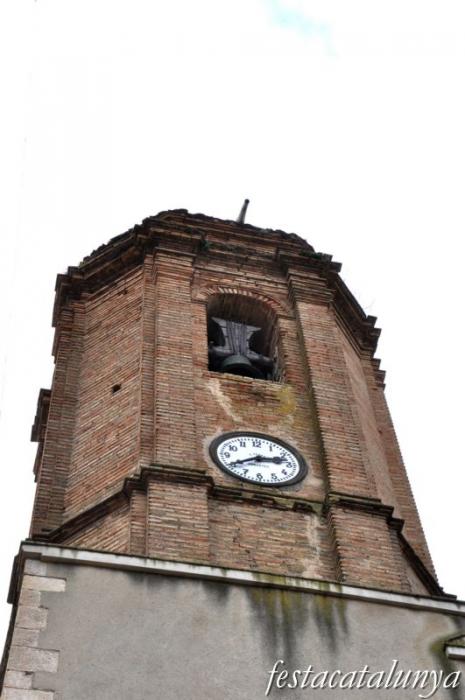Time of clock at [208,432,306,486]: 2:40
